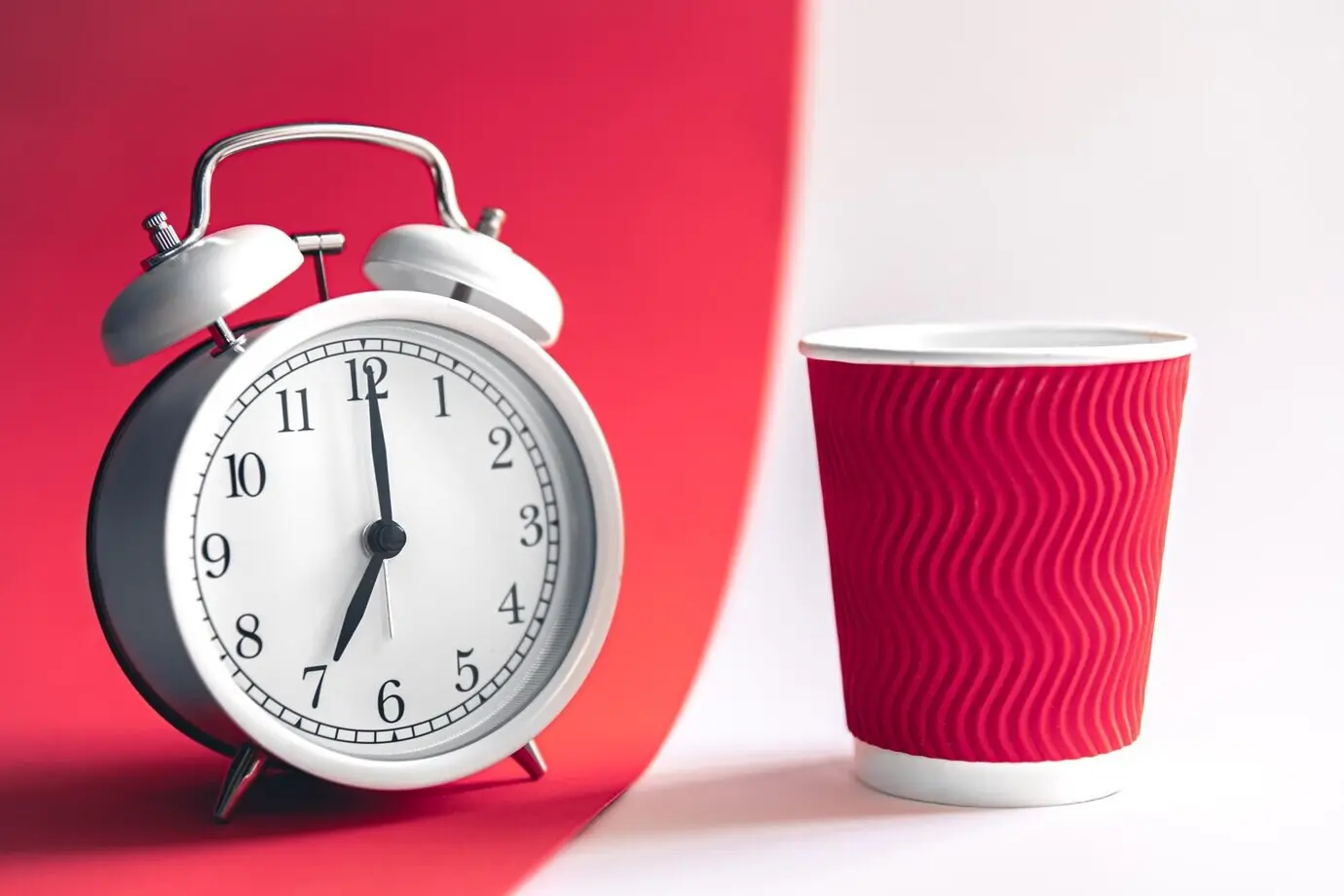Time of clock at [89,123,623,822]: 7:00
